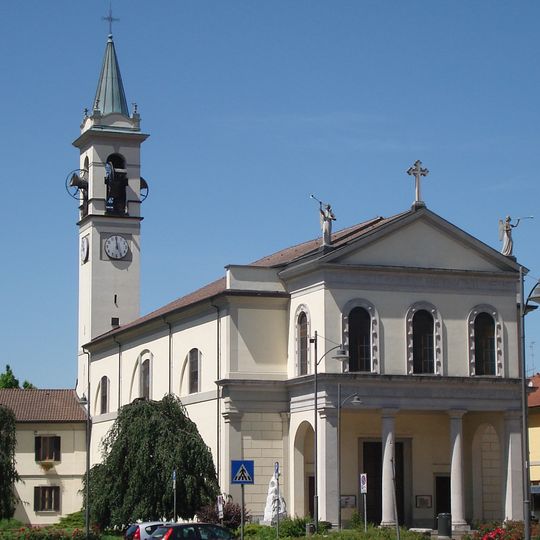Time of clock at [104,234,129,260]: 4:59
